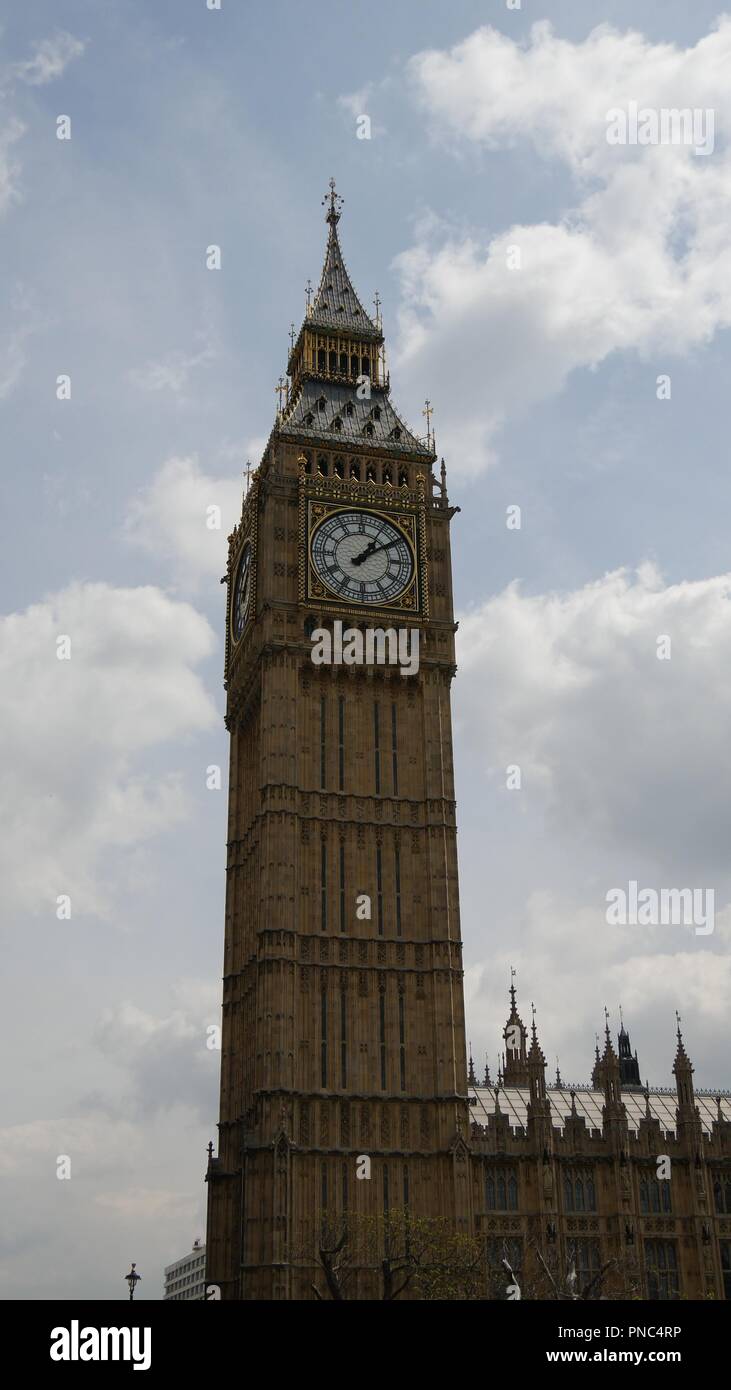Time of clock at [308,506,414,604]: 1:09
